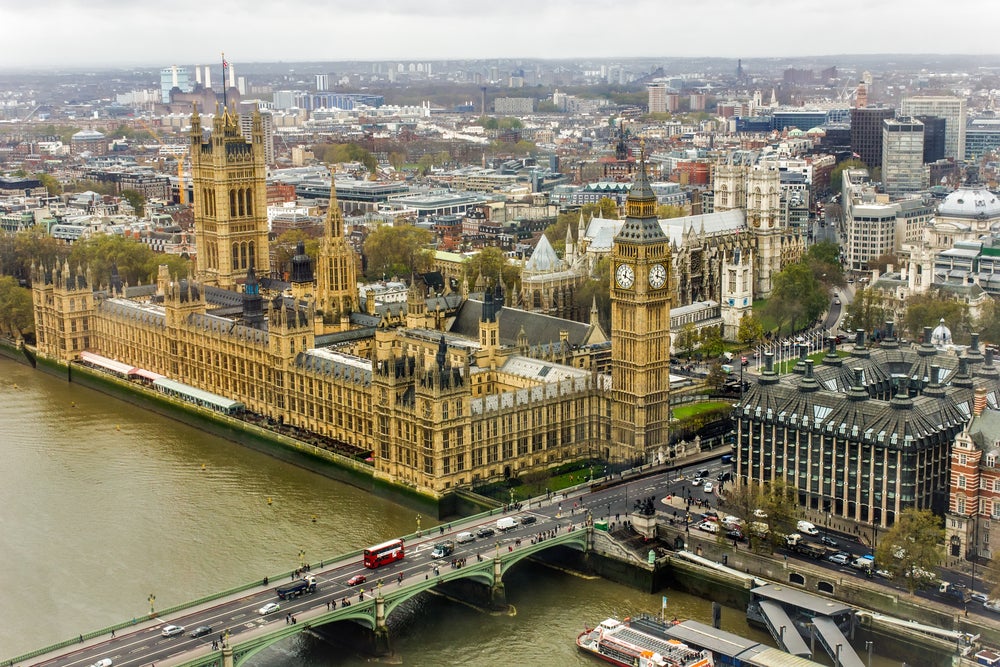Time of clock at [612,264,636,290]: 12:18
